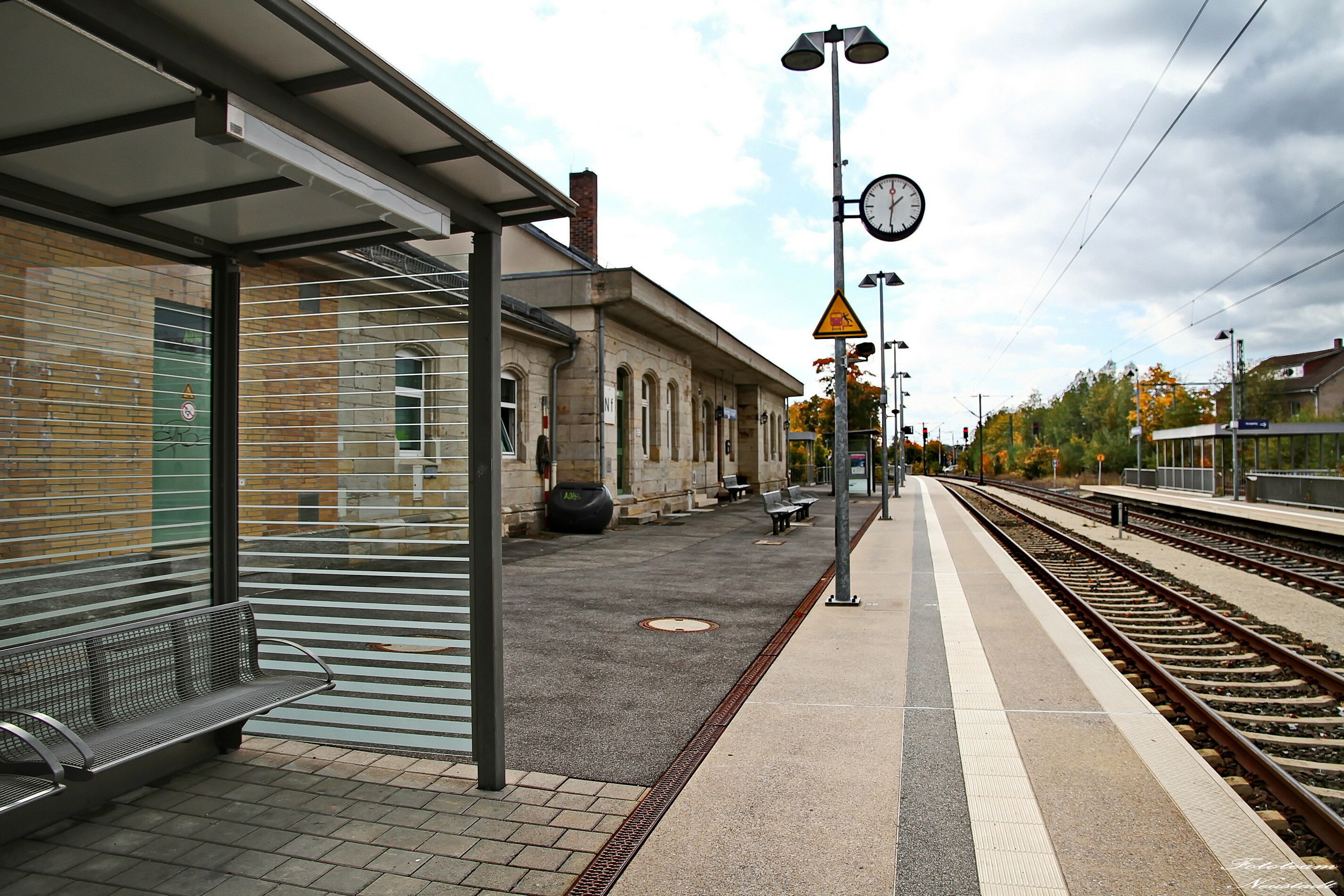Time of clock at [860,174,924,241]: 1:30
